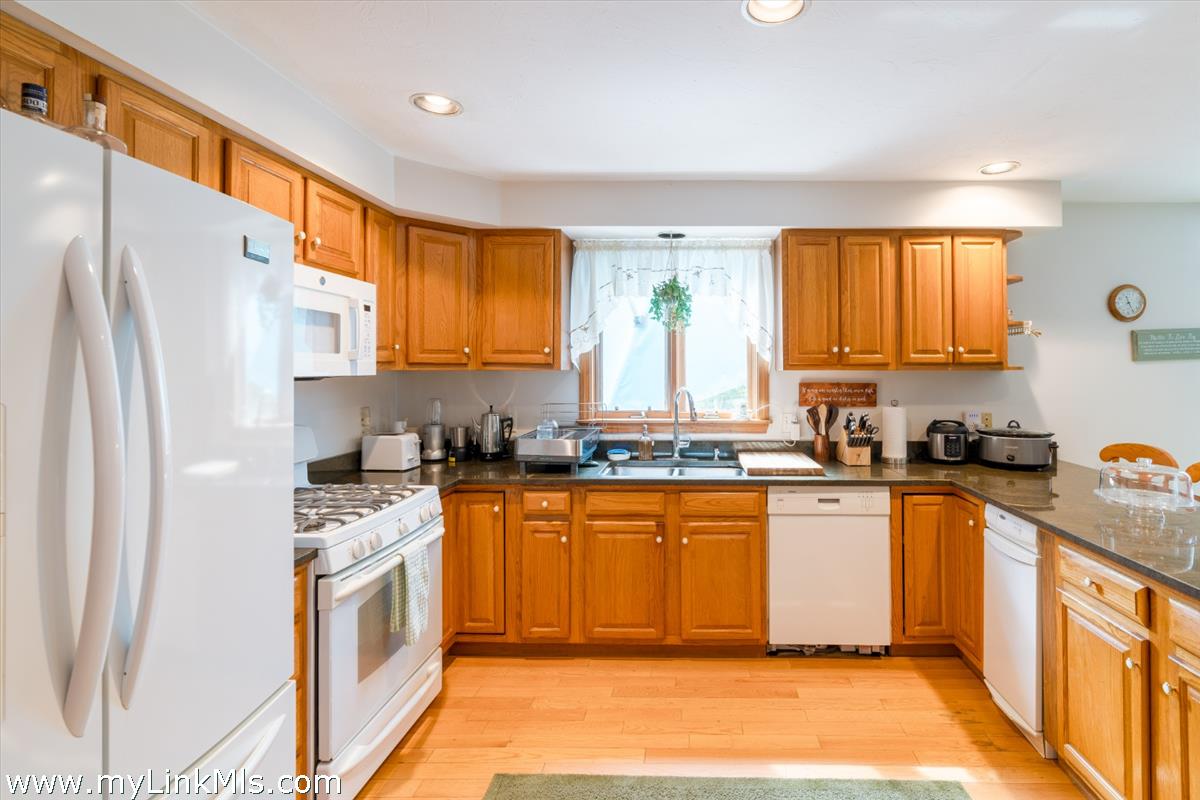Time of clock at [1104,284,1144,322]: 11:25
